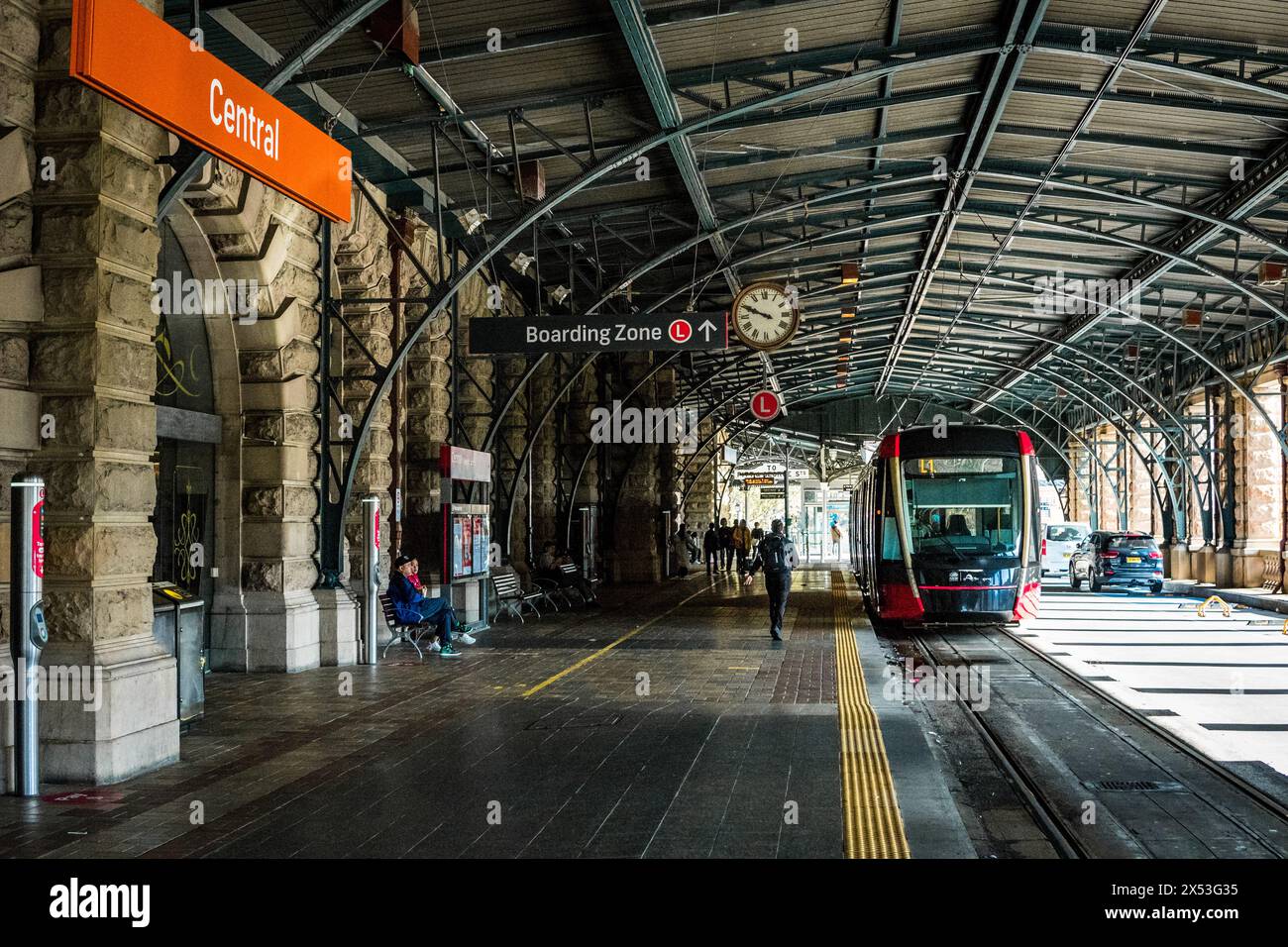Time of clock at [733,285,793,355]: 9:49
